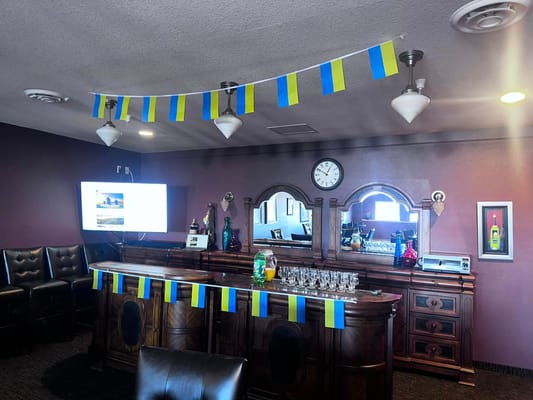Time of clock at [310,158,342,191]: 12:50
